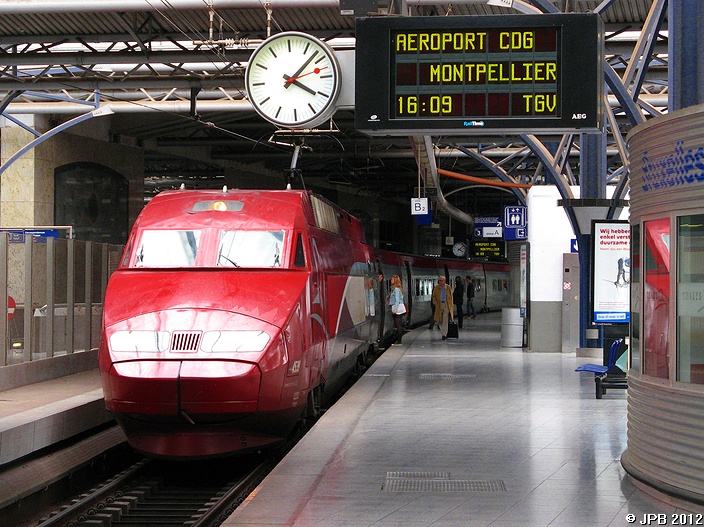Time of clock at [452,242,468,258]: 4:07
